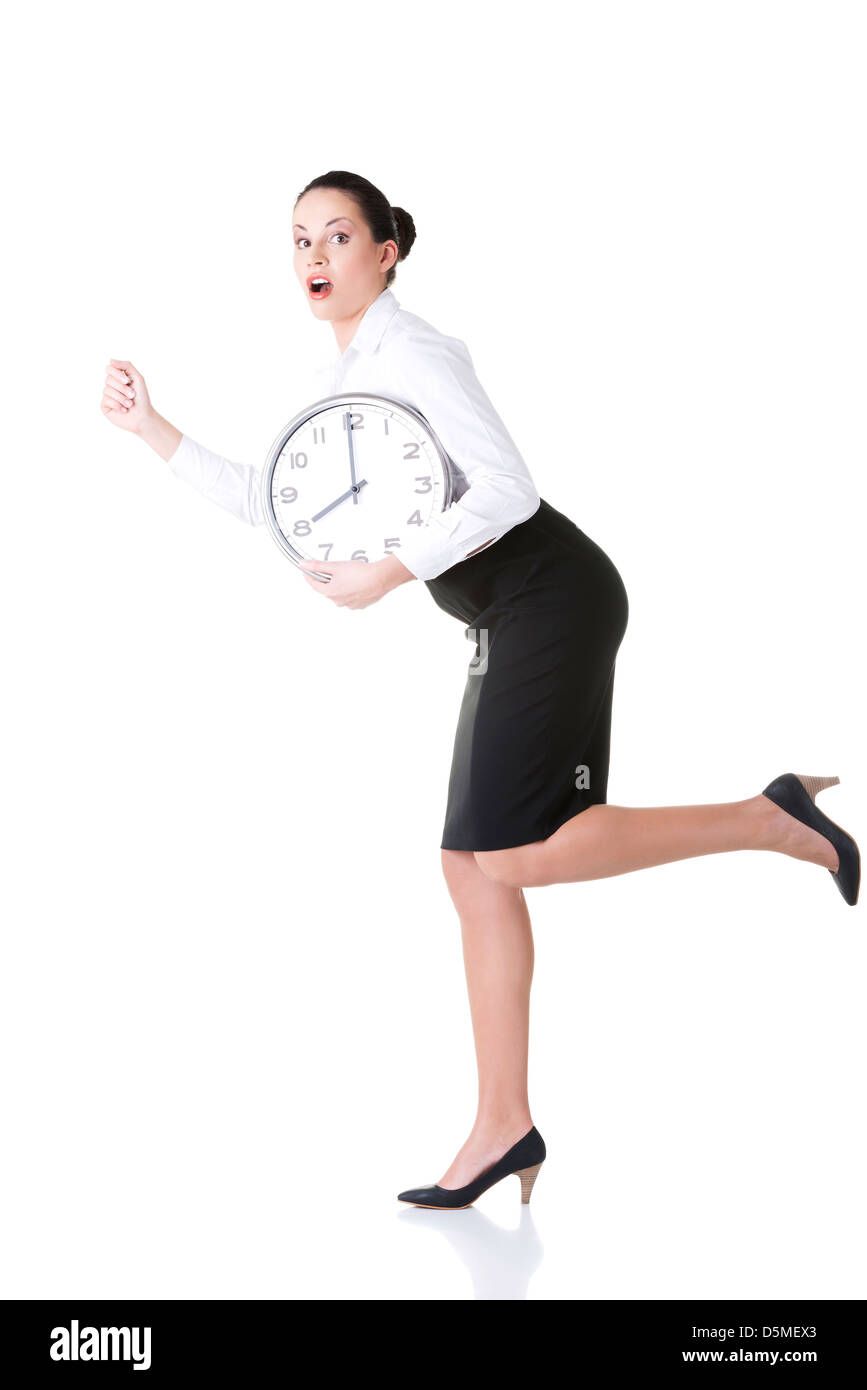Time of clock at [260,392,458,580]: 7:59
